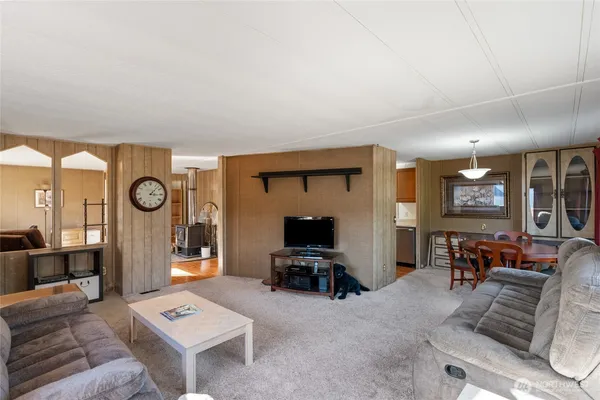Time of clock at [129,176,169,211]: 3:07
